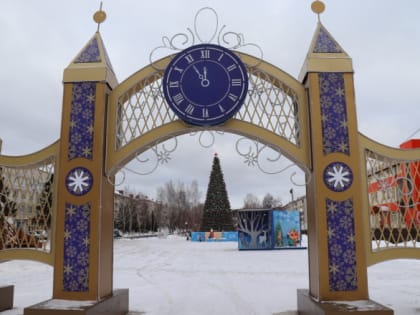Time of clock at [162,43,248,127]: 11:54
